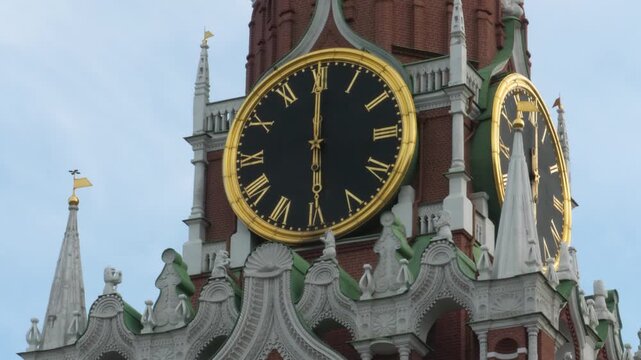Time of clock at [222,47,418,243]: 5:59
